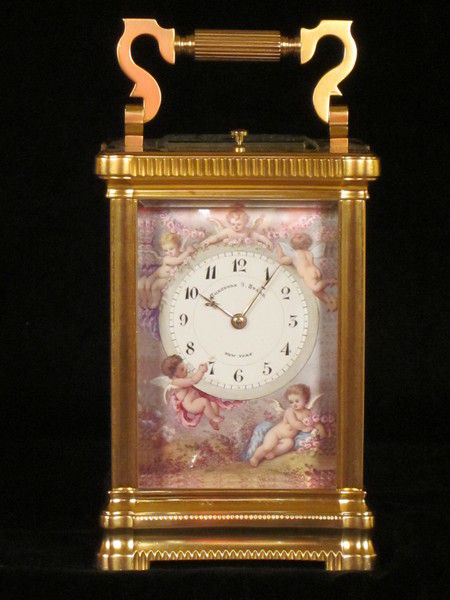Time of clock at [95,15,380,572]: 10:07
